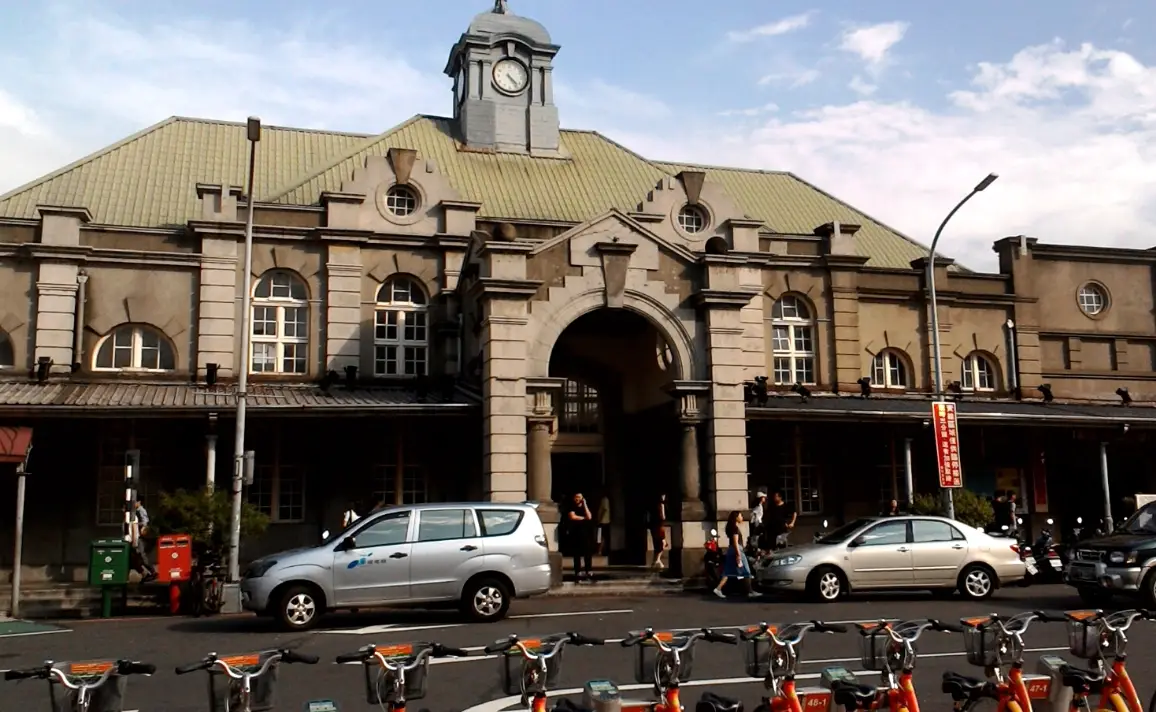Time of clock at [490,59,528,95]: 4:23
